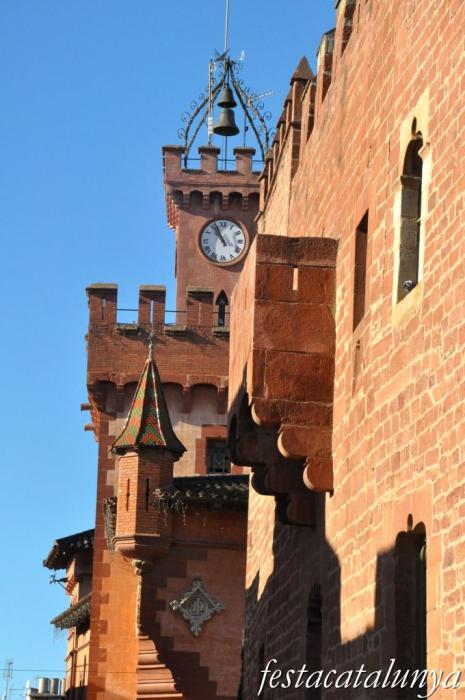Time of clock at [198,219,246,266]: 10:56
